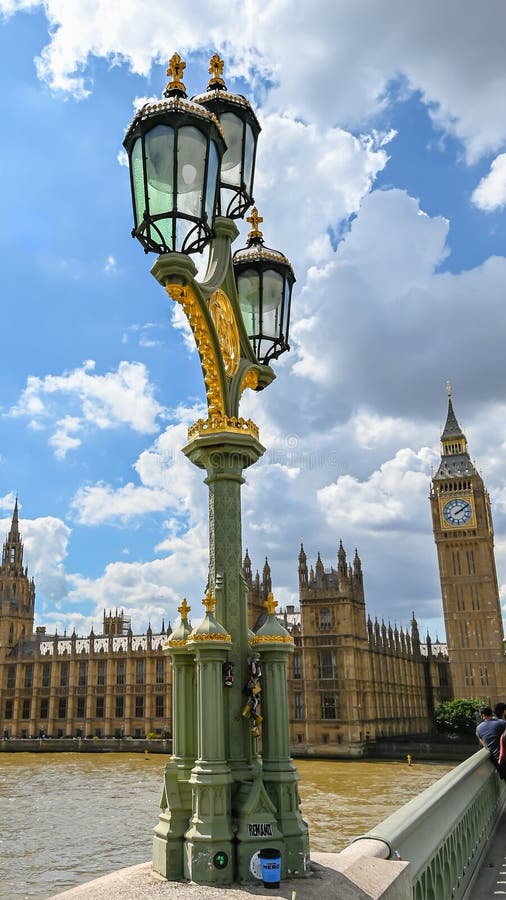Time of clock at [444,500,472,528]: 2:09
